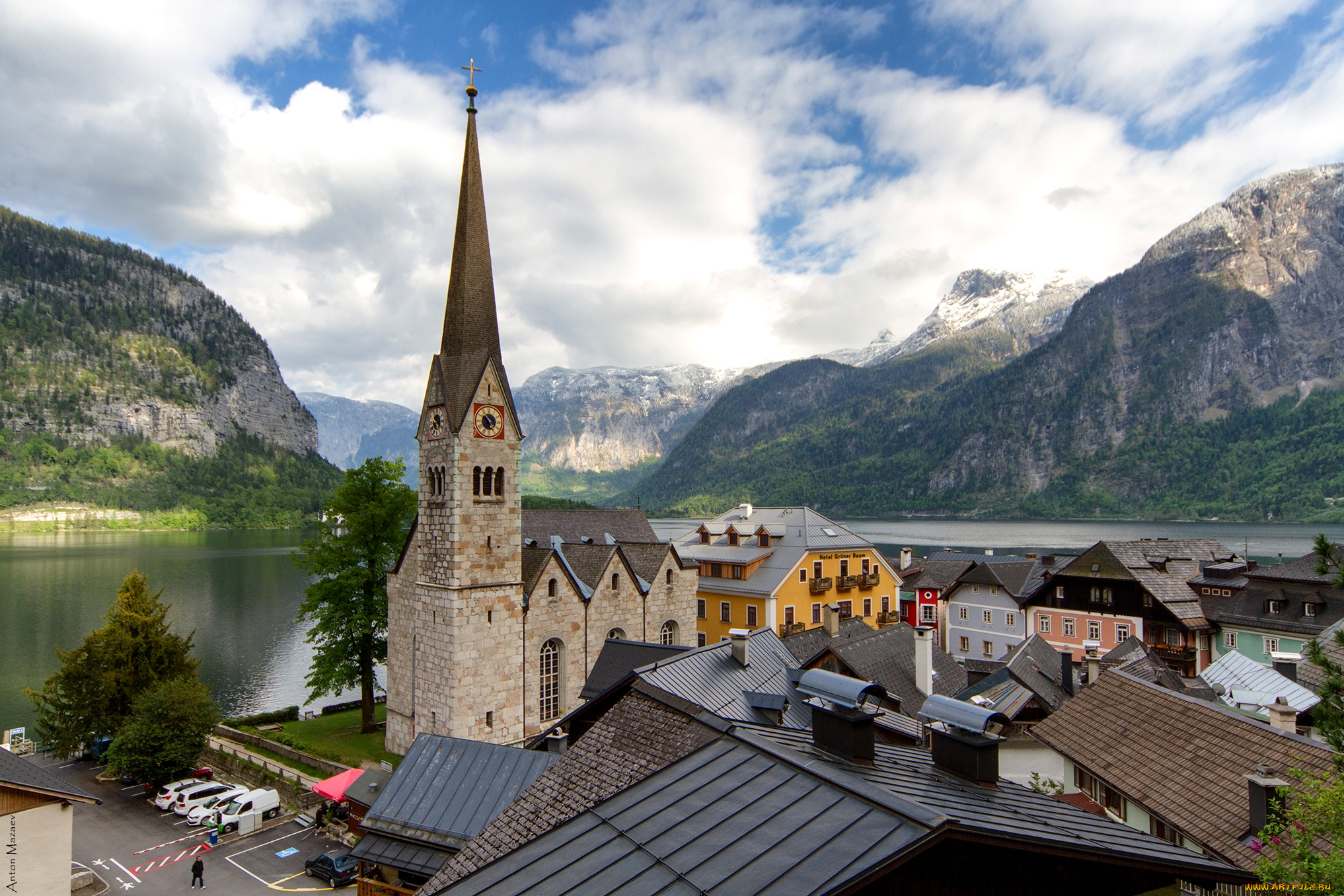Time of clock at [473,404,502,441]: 4:54
